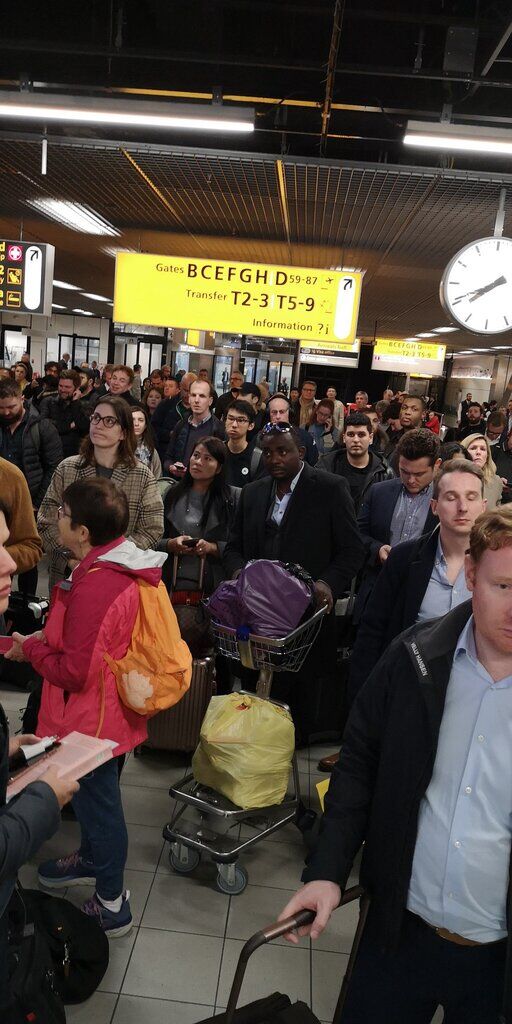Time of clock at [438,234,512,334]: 7:40
